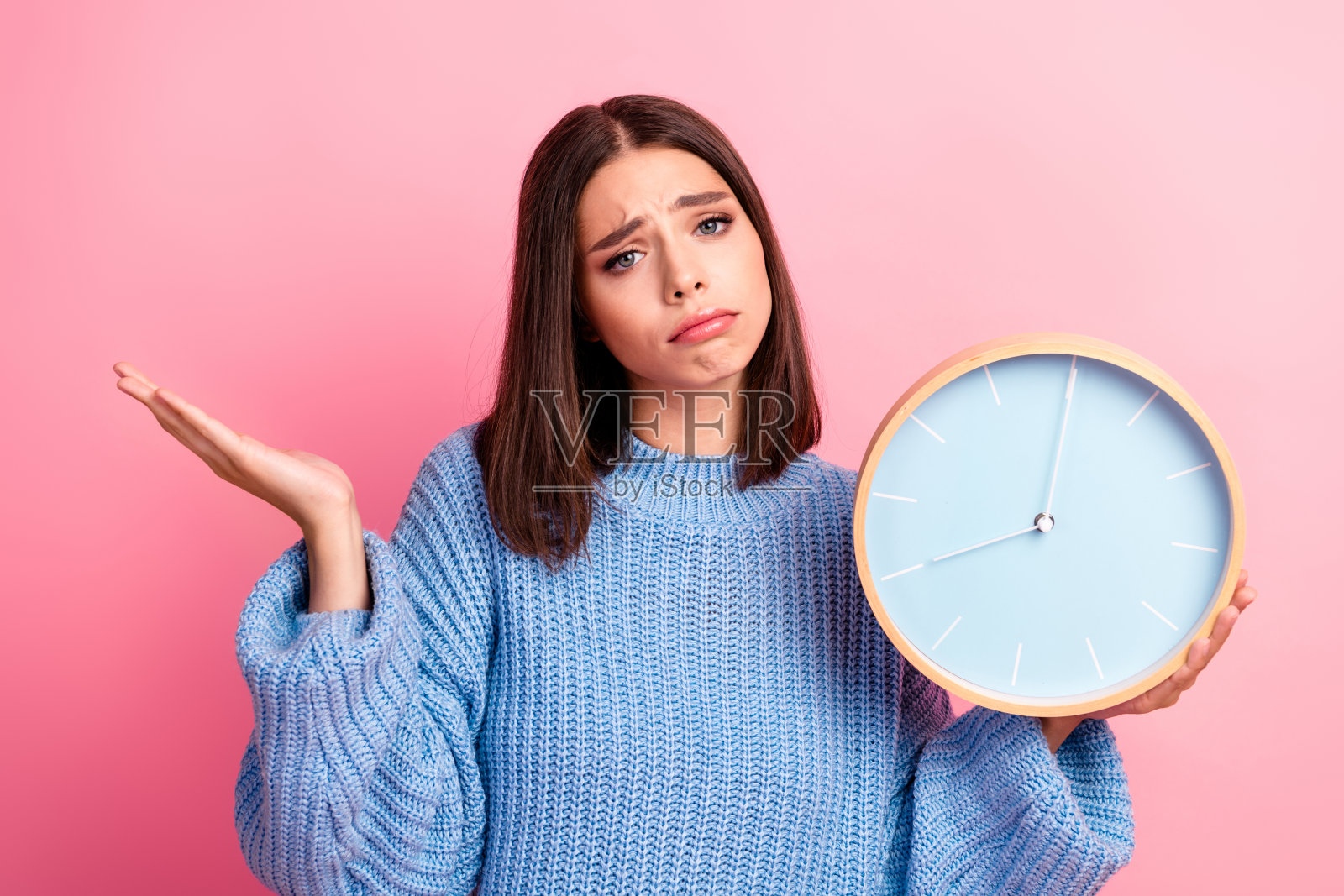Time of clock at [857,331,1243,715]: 8:00
